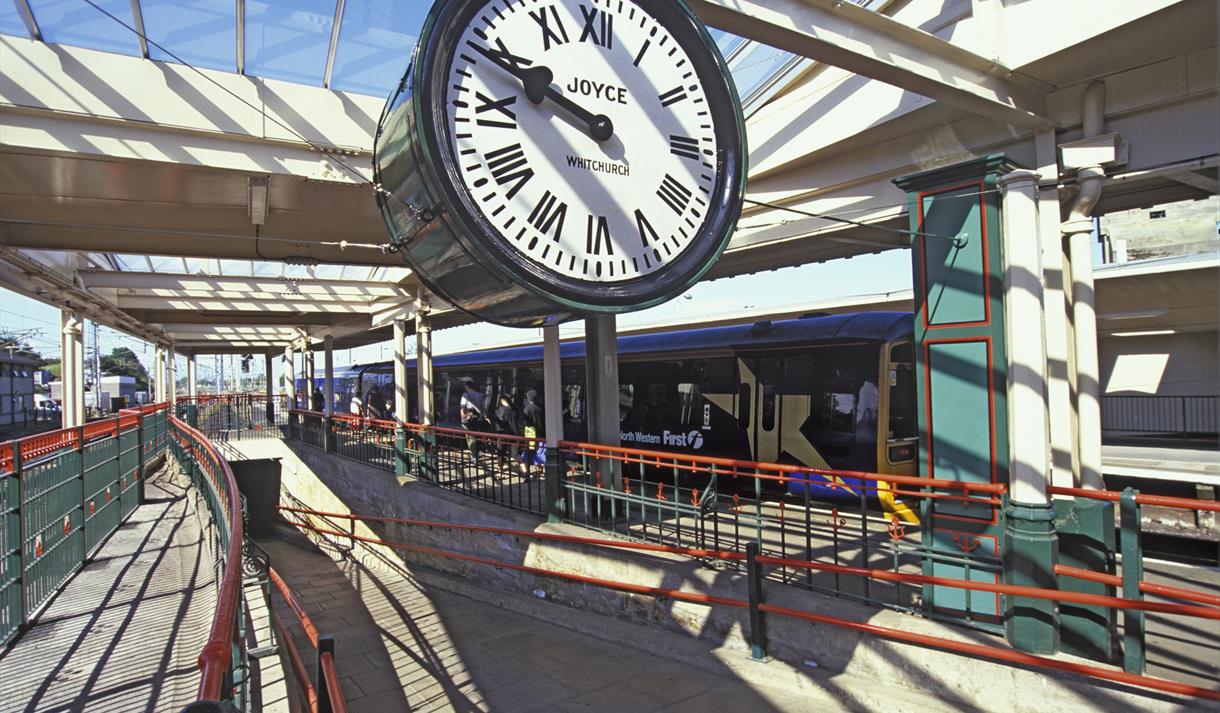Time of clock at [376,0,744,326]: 9:48
